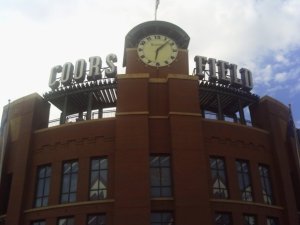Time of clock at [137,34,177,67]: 6:07
